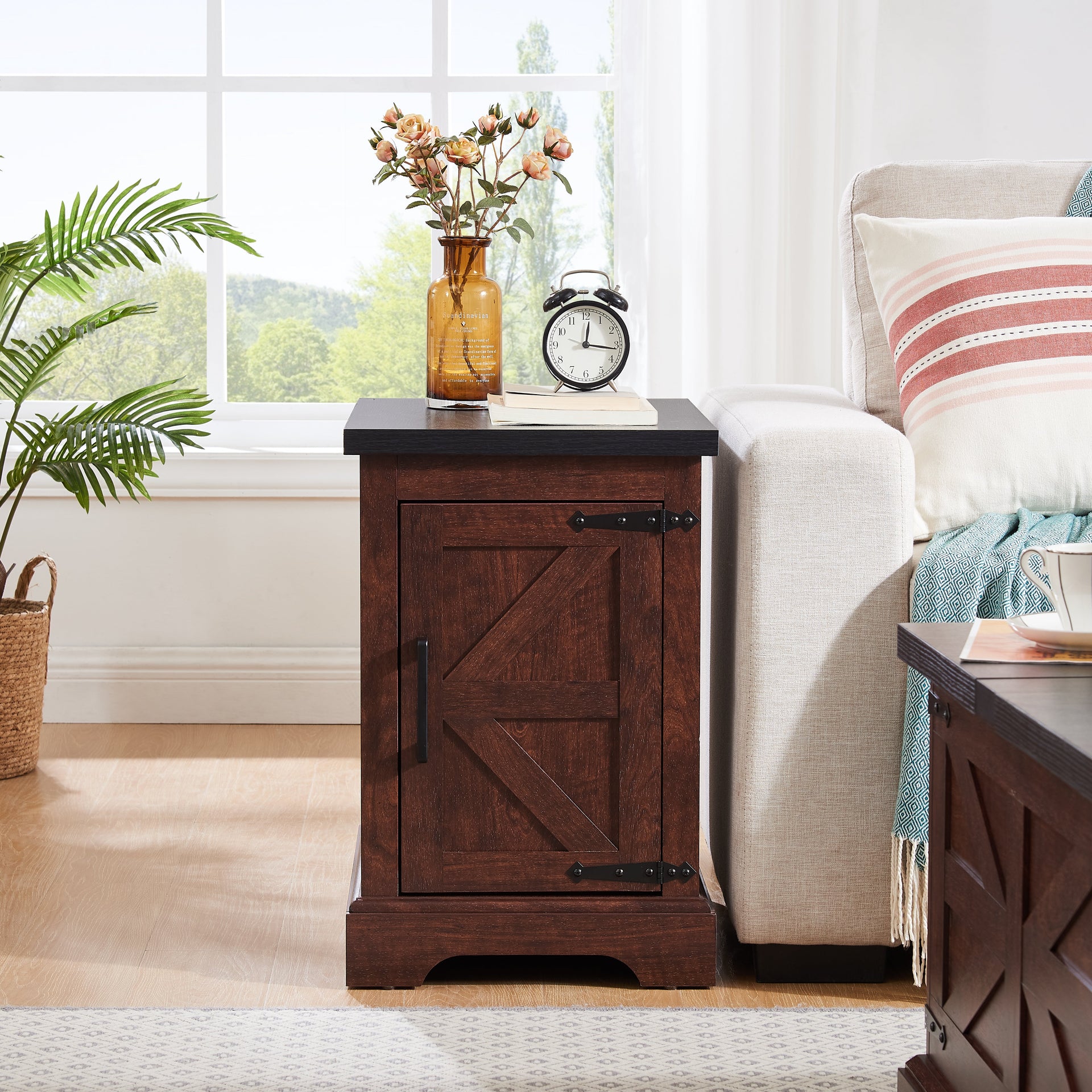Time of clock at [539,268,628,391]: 12:16
